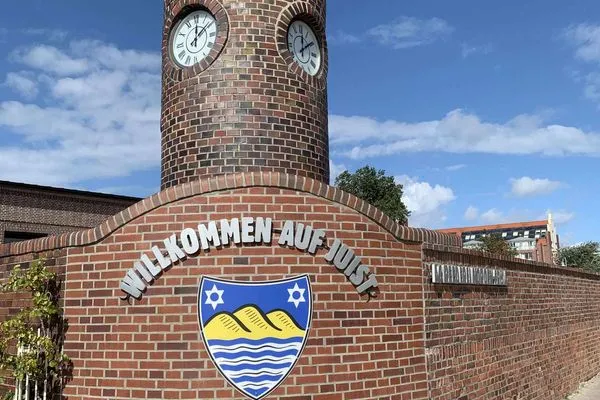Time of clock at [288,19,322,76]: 12:09
